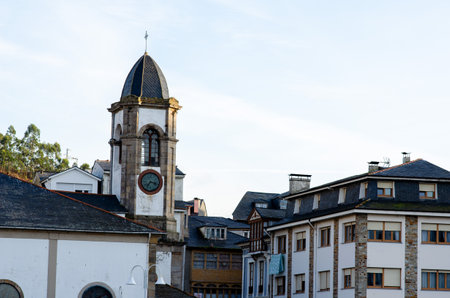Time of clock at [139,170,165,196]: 7:17
